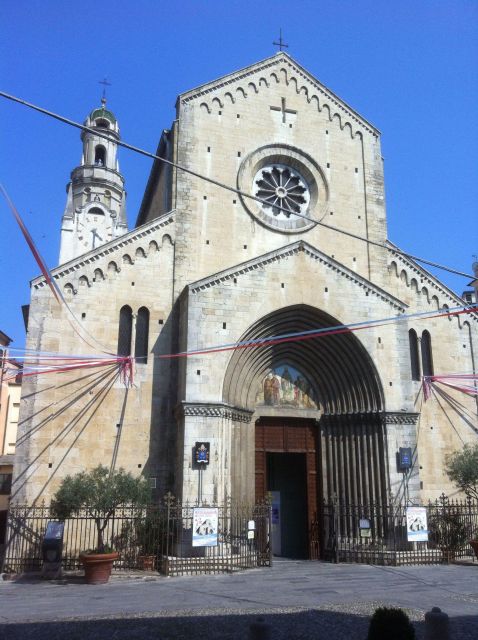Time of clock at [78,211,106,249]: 4:30
